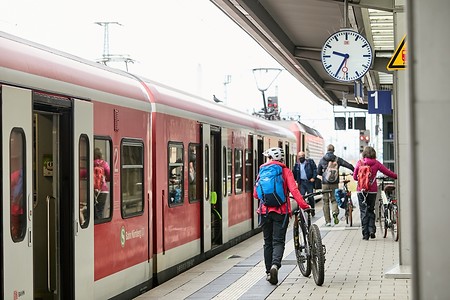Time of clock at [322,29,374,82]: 9:34
